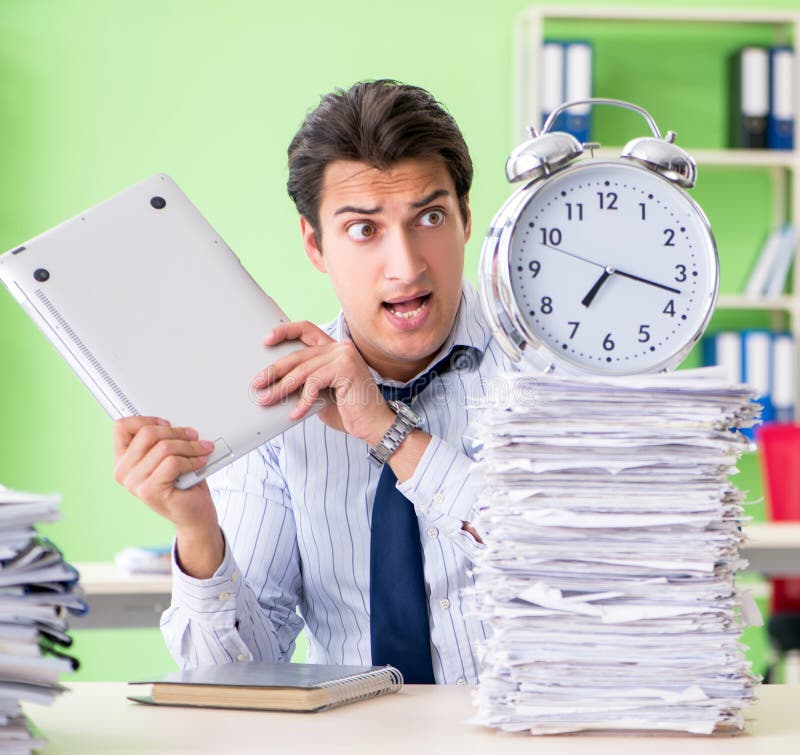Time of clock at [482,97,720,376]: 7:17
